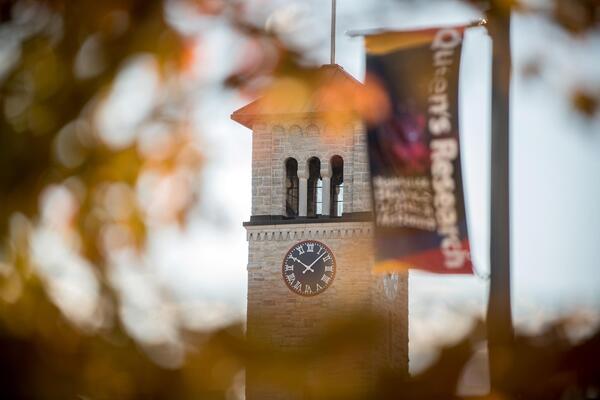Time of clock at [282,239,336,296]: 10:07
